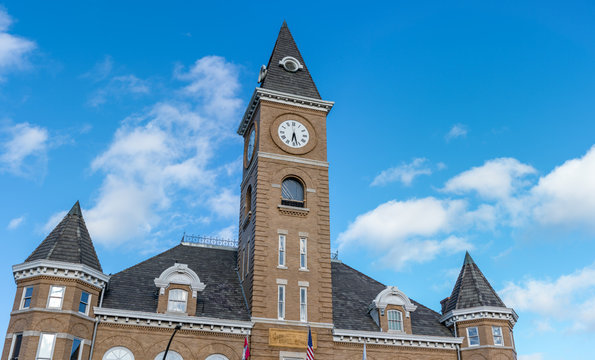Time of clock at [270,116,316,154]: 6:27
